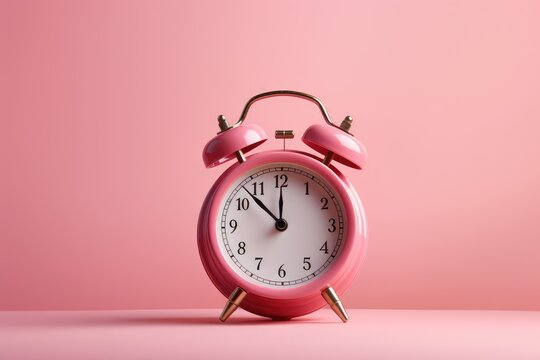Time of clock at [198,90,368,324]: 11:52
